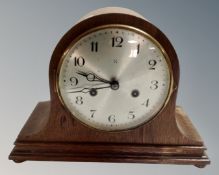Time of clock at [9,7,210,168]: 8:47
